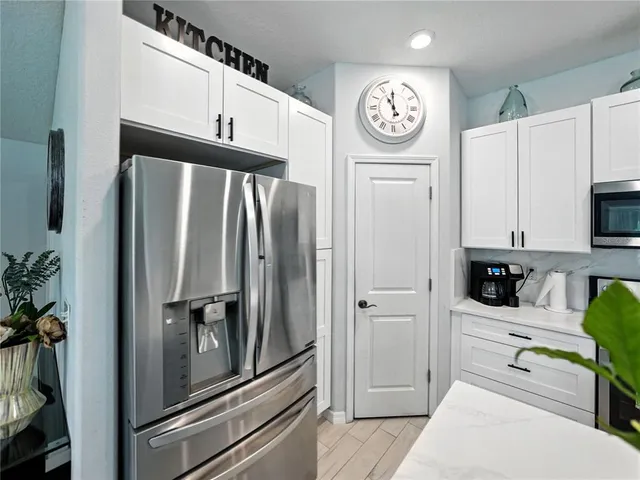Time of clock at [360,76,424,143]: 10:59
